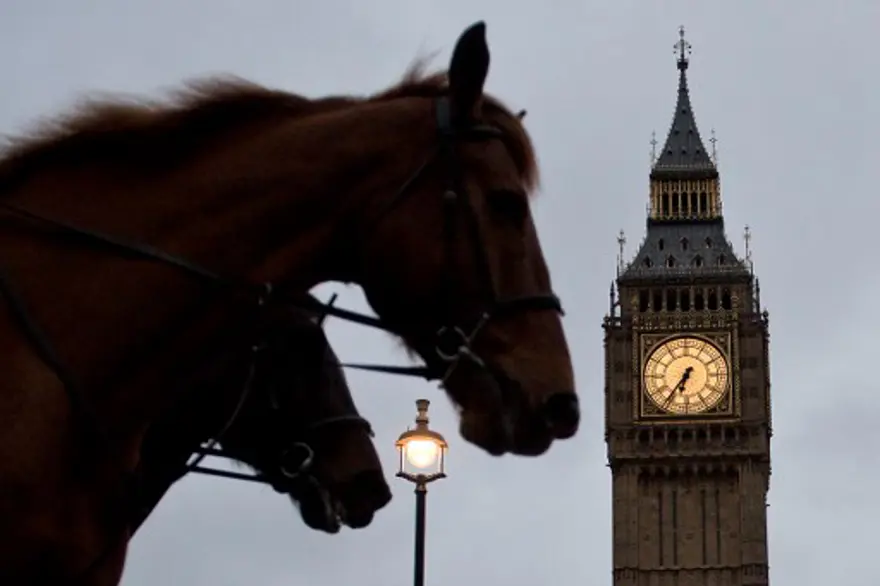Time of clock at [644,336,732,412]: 6:36
